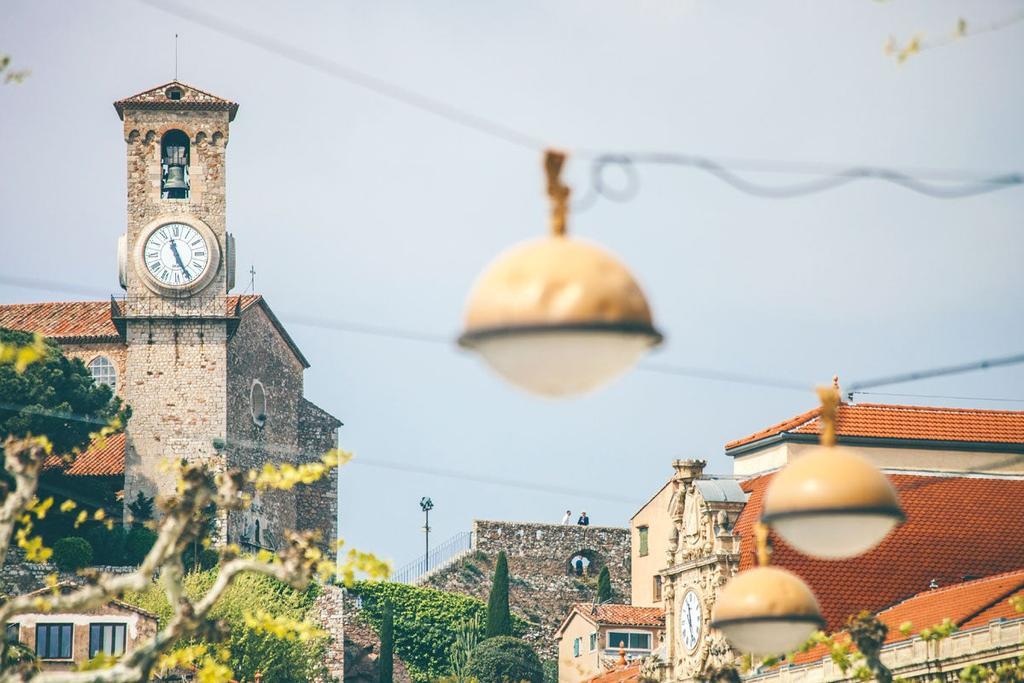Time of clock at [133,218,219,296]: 11:25
